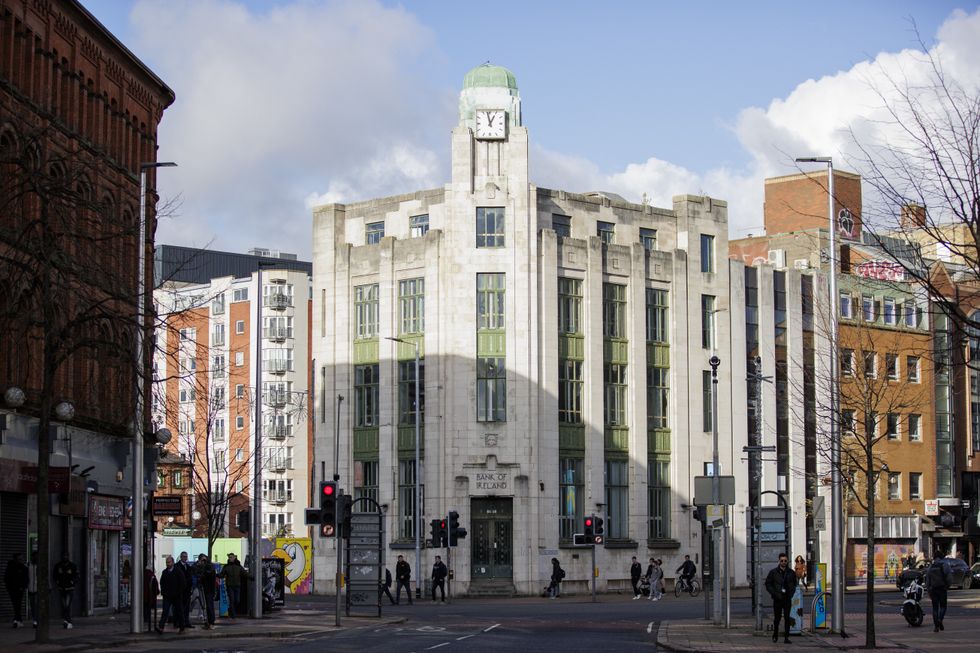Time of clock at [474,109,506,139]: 12:58
